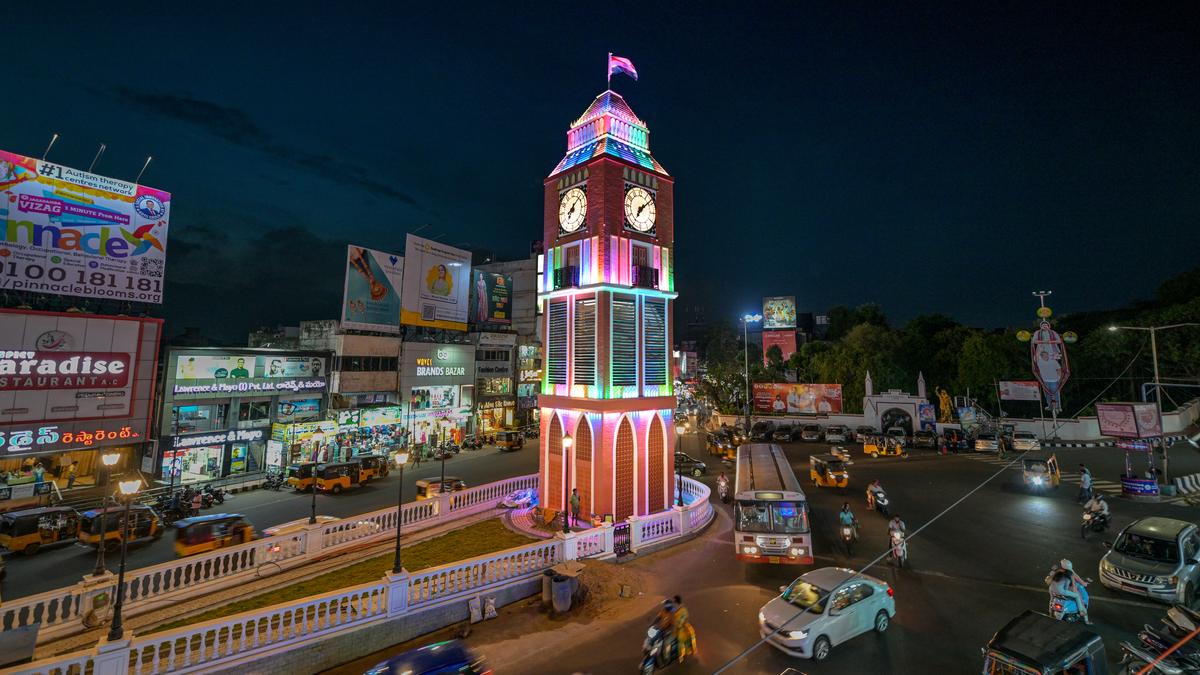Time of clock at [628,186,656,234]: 7:08
